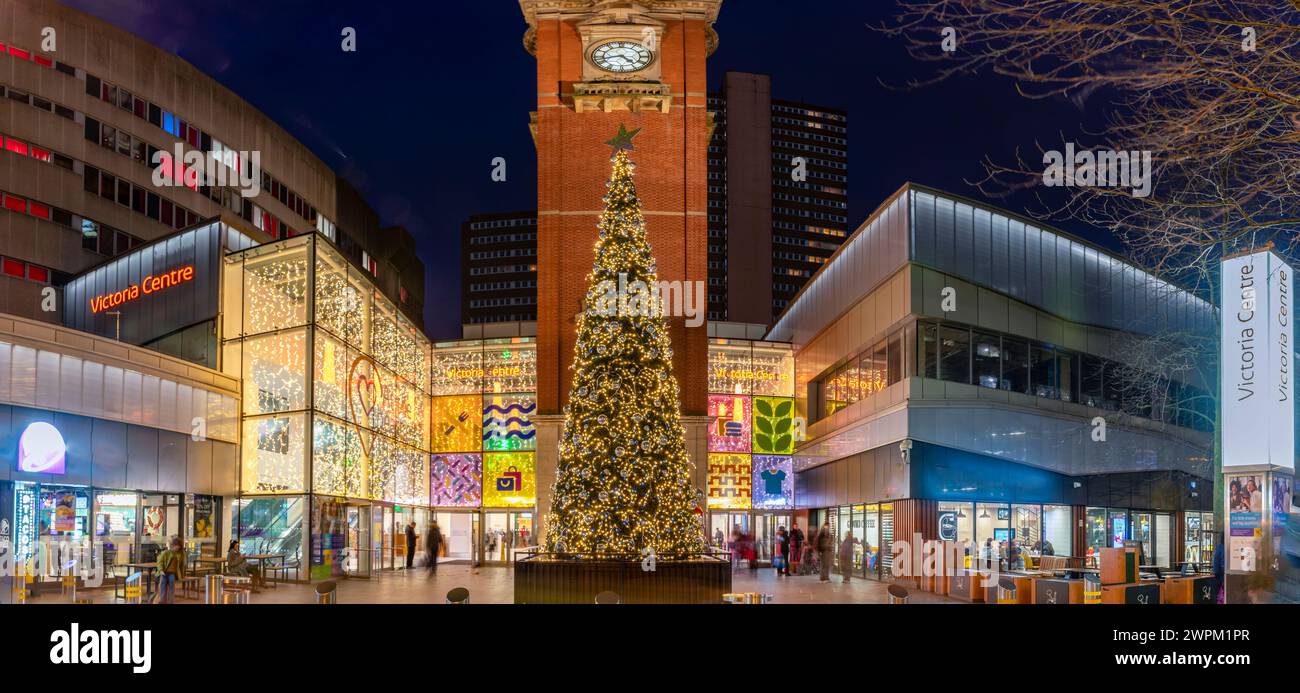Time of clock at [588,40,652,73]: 4:42
